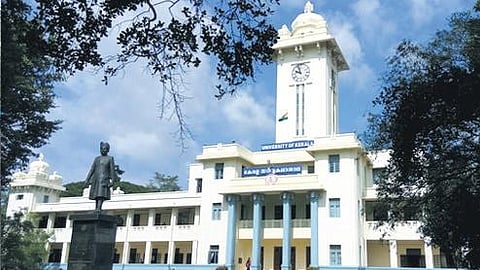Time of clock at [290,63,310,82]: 9:57
